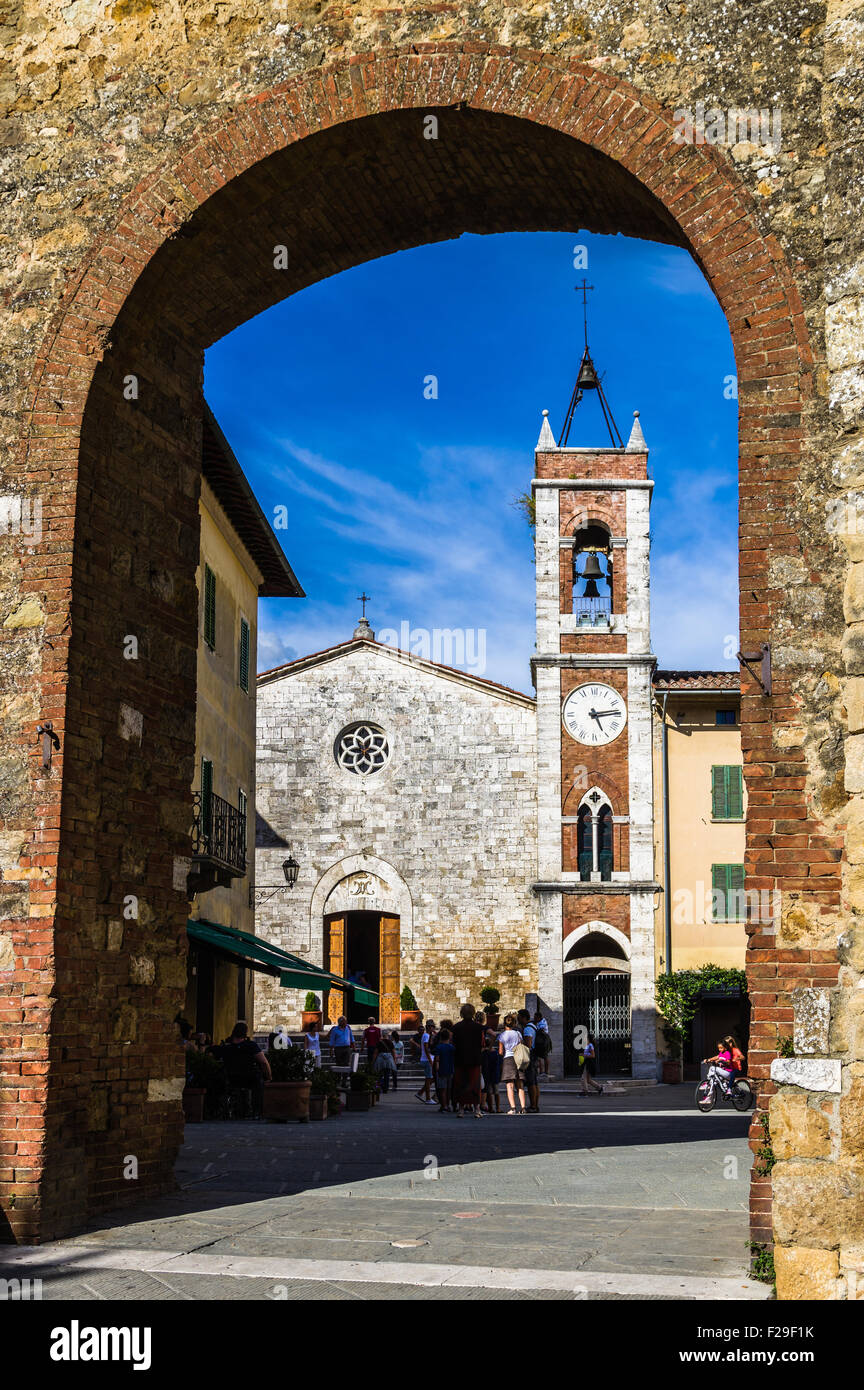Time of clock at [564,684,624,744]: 5:13
